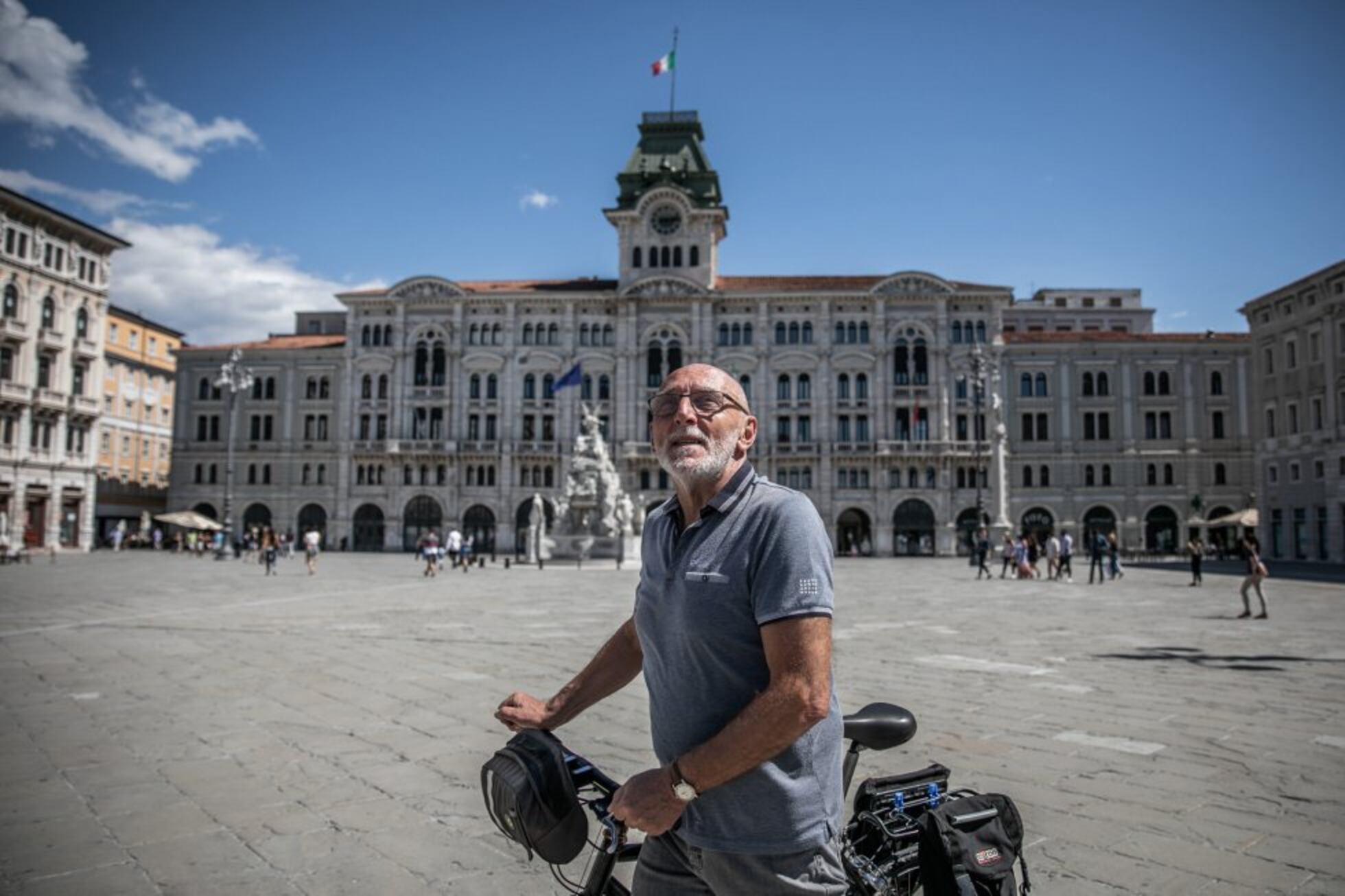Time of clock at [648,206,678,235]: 9:13
